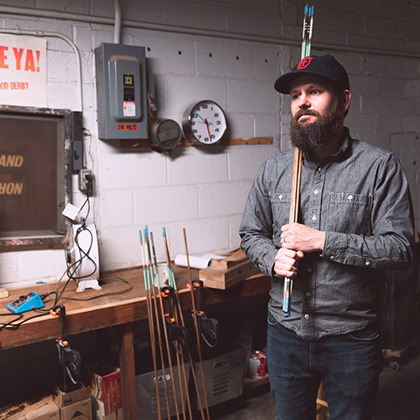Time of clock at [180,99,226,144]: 3:27
